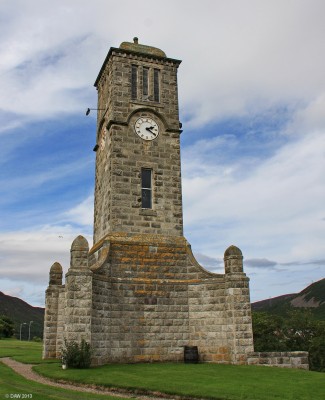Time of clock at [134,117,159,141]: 2:21
